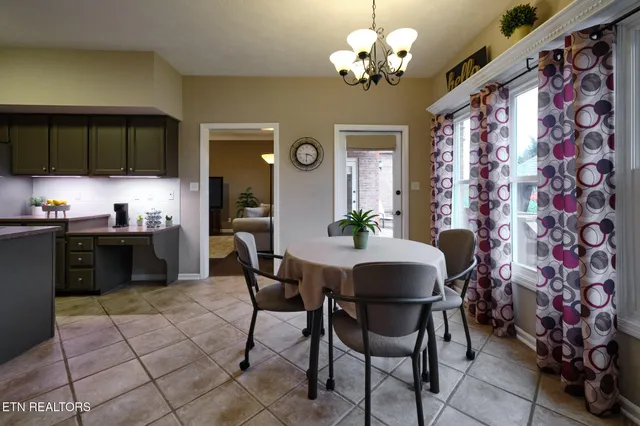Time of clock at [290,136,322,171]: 3:30
